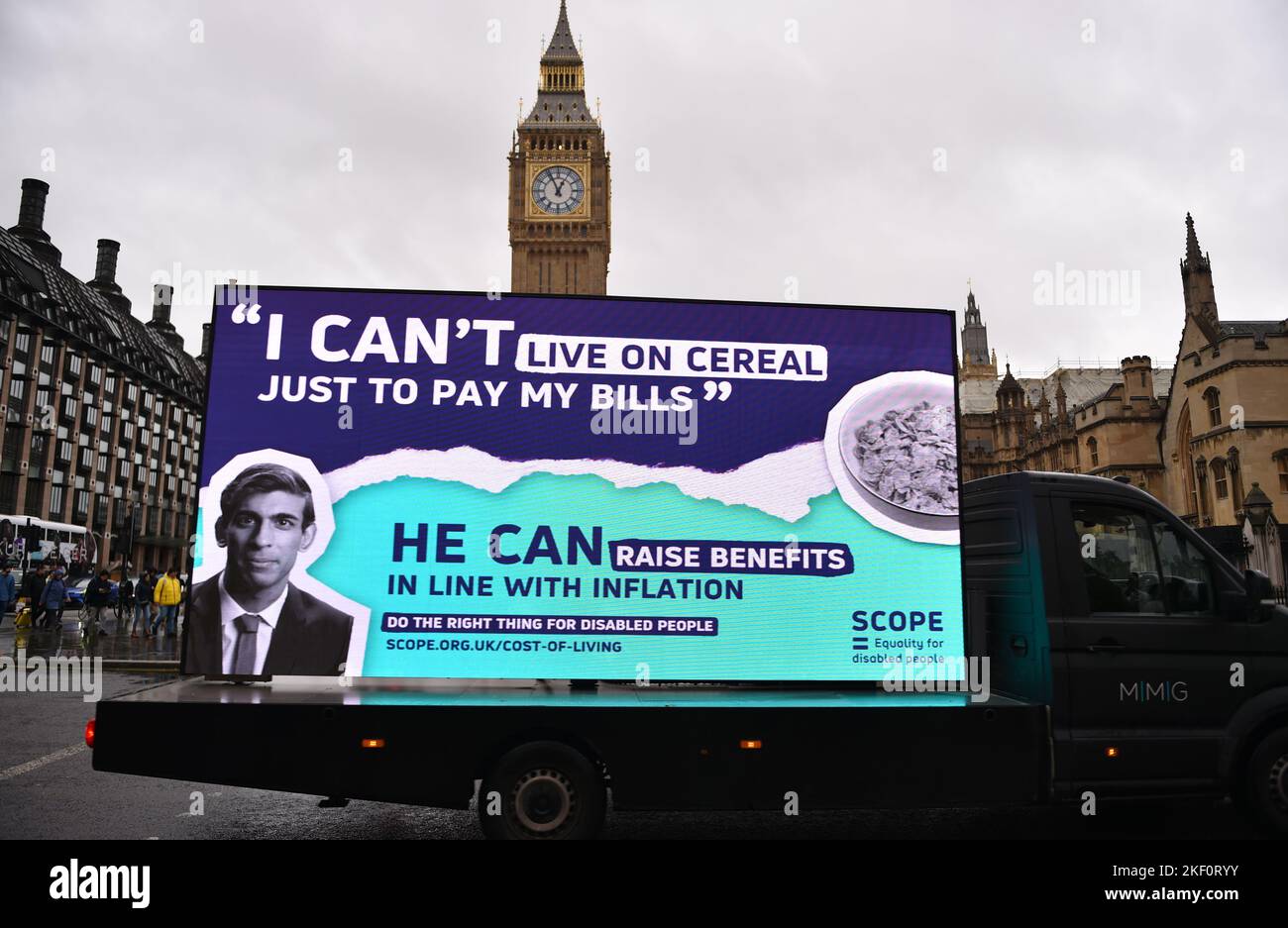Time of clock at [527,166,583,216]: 12:56
